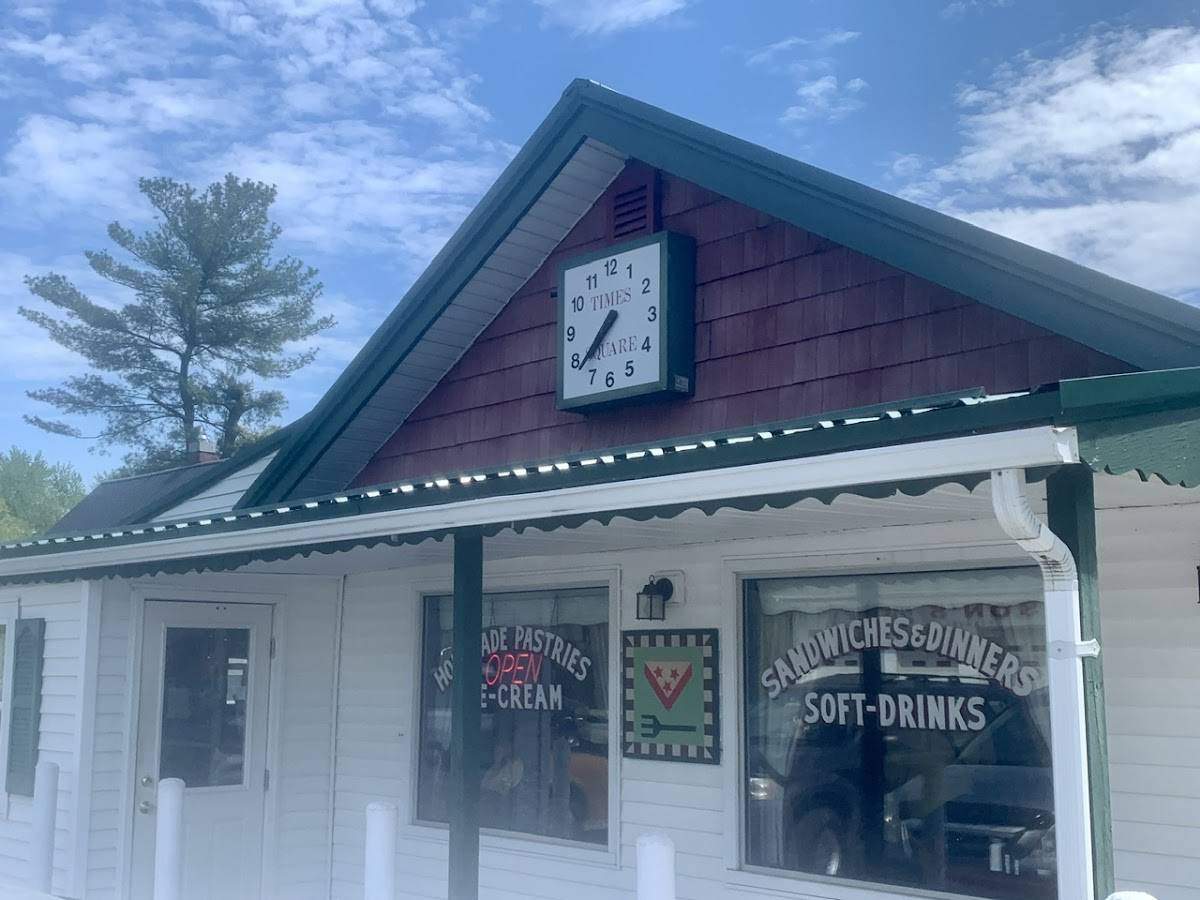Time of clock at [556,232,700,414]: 7:38
